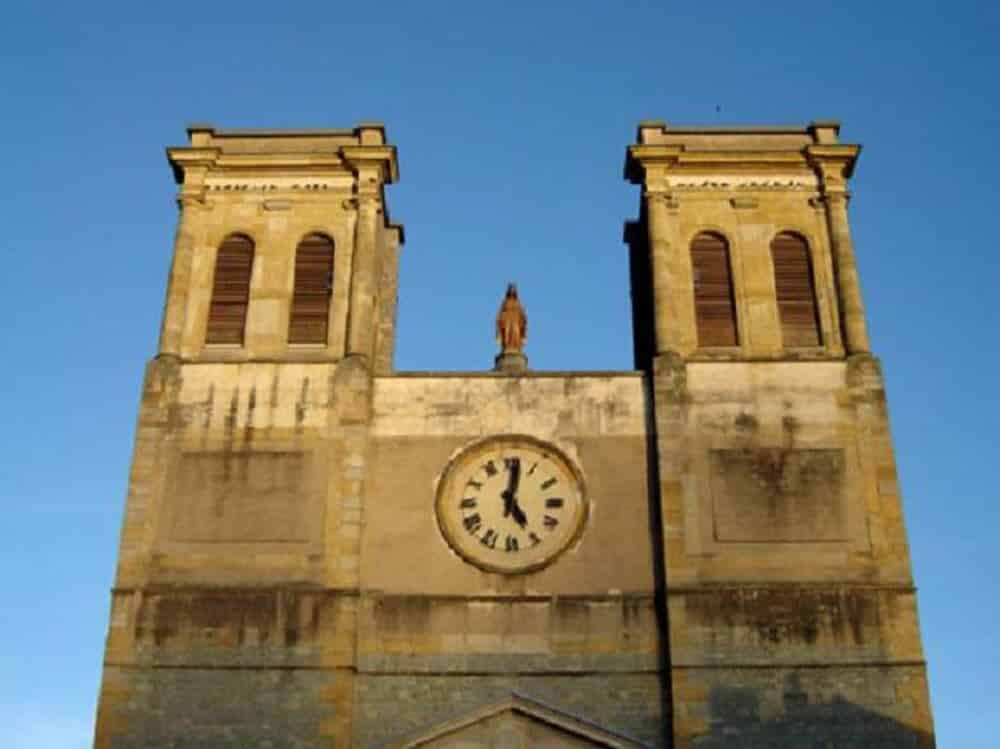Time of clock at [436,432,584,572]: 5:01
